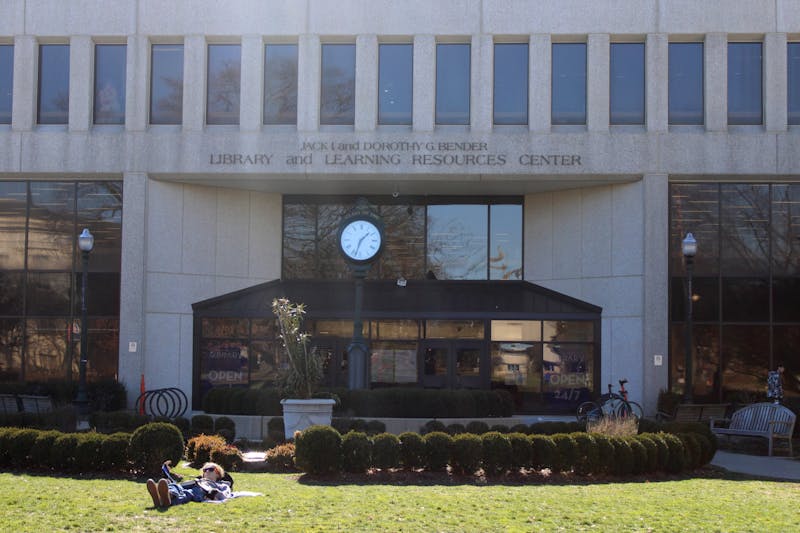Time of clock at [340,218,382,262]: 1:33
